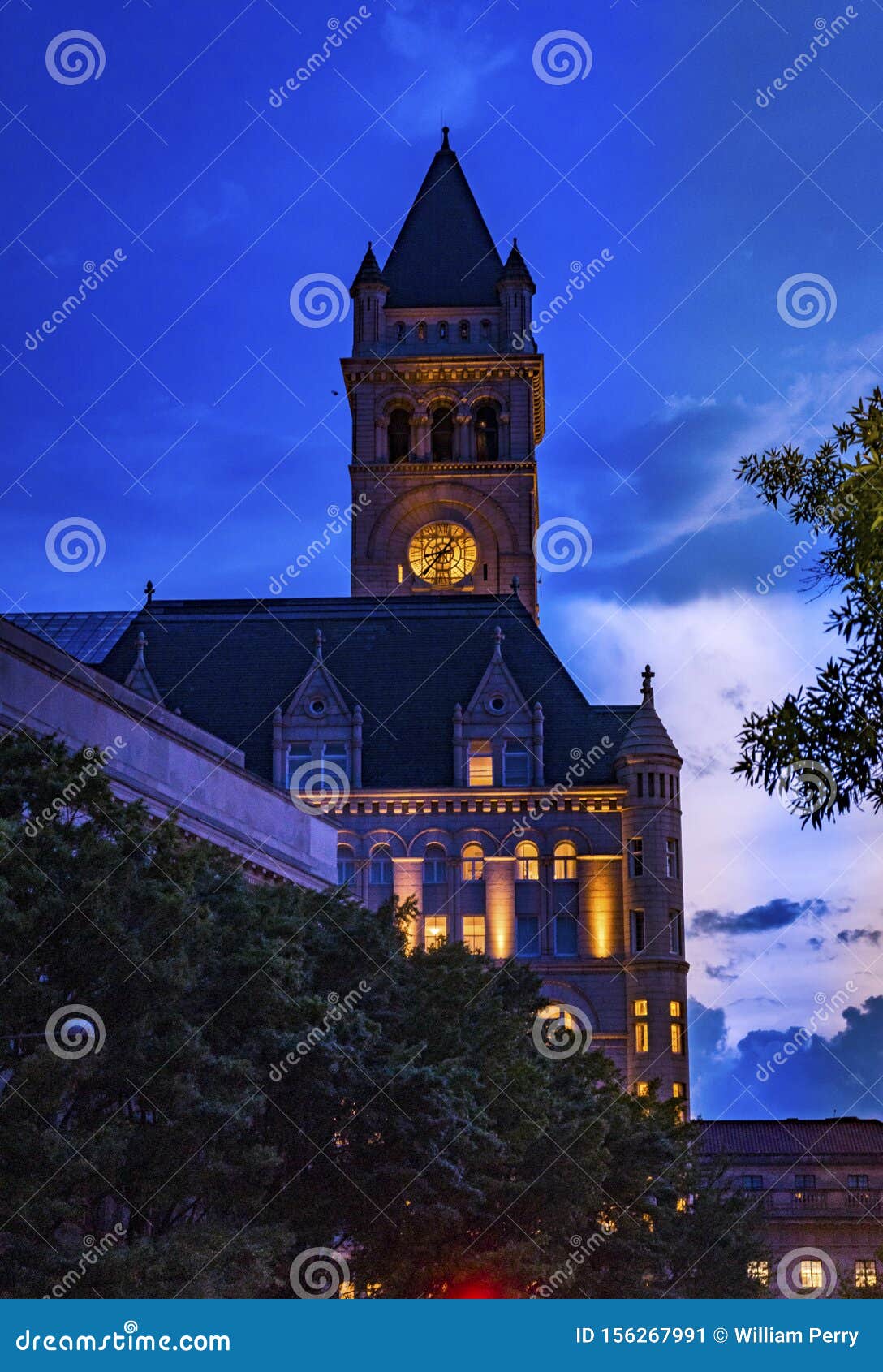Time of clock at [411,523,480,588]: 8:36
